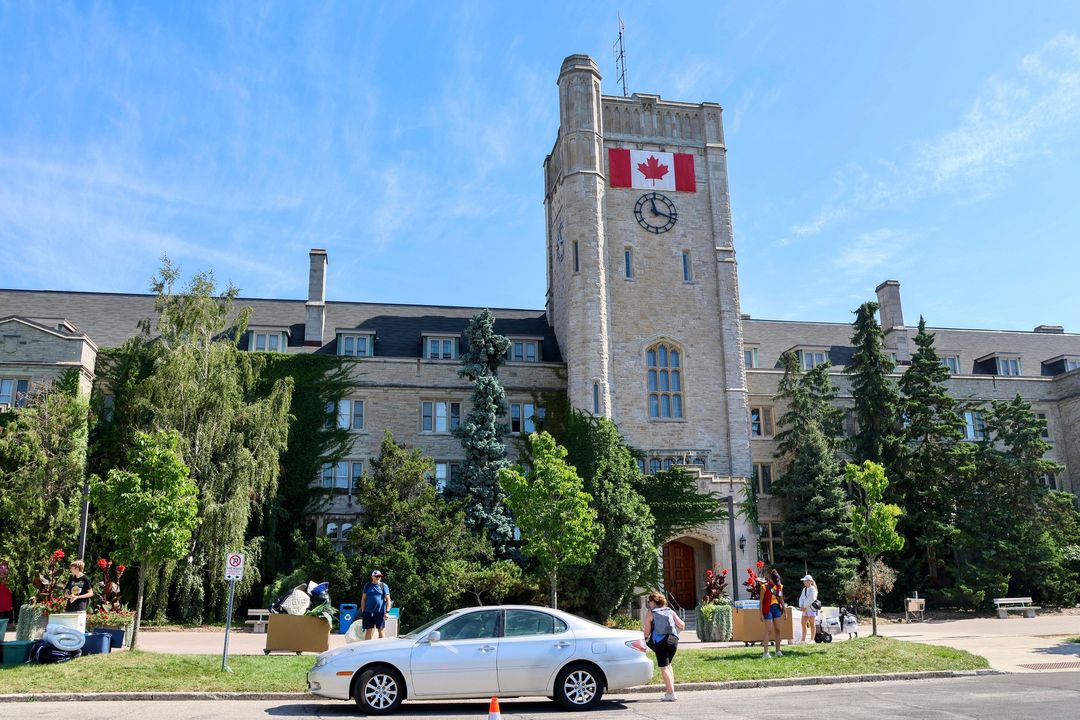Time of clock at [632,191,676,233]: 11:17
